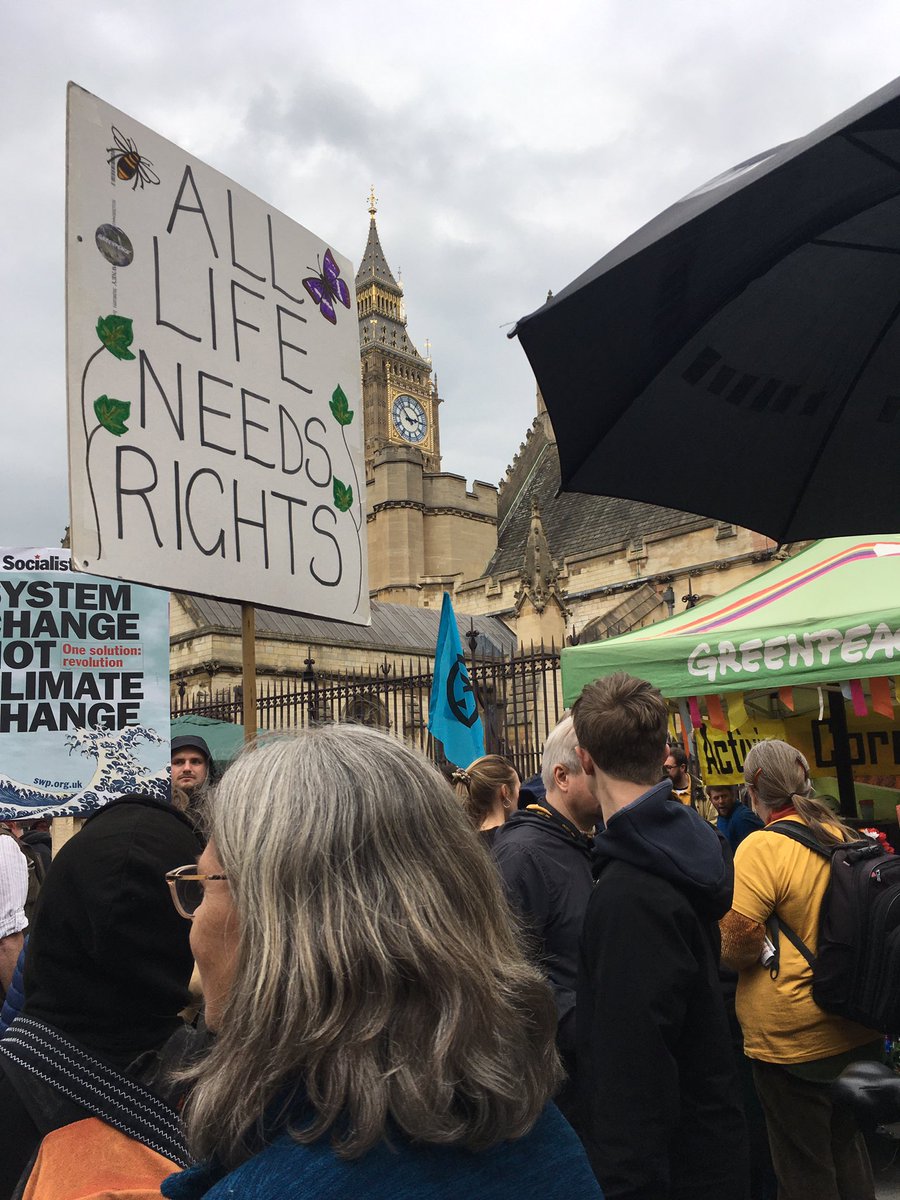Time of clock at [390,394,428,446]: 2:52
